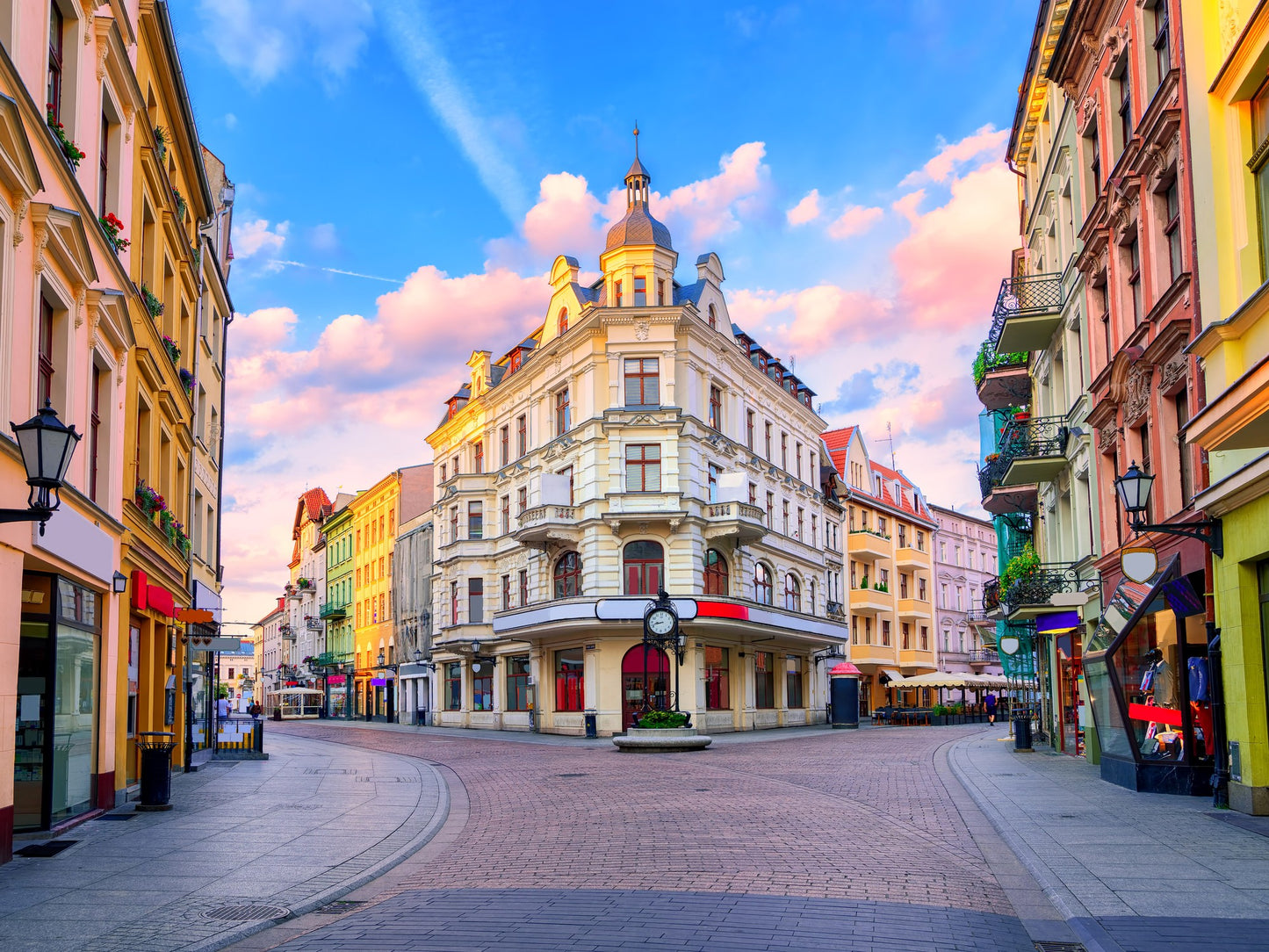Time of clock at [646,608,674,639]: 8:42
